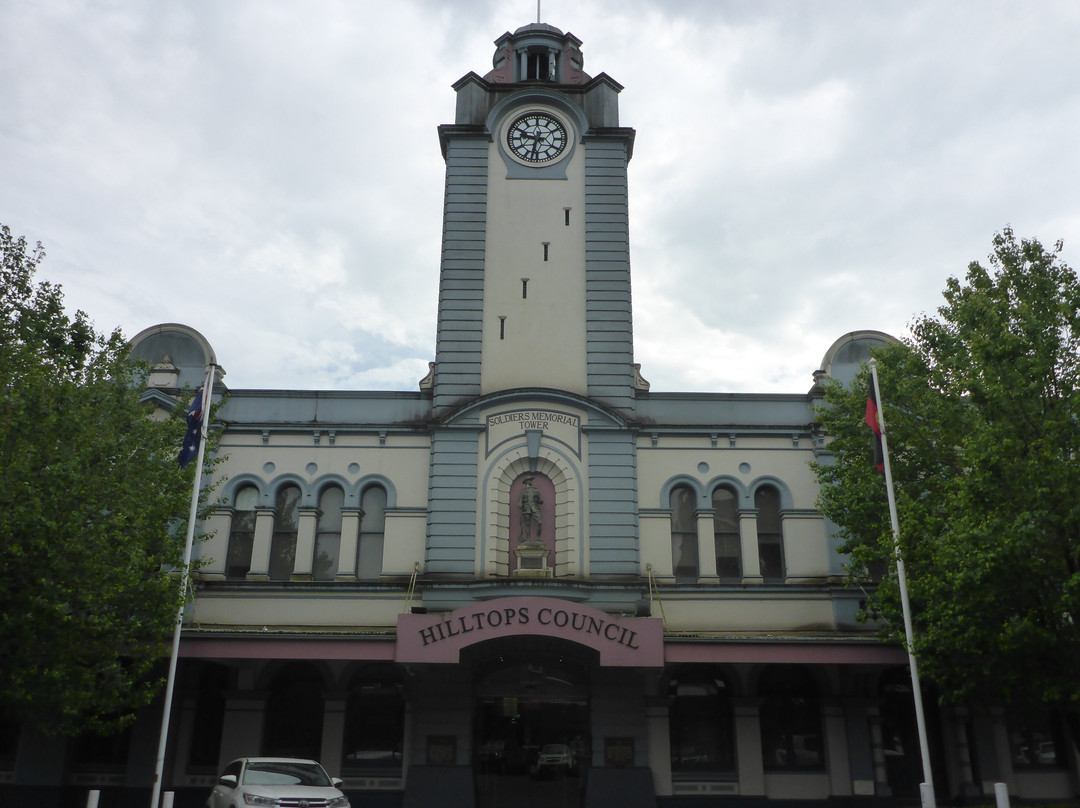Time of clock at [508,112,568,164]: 9:32
